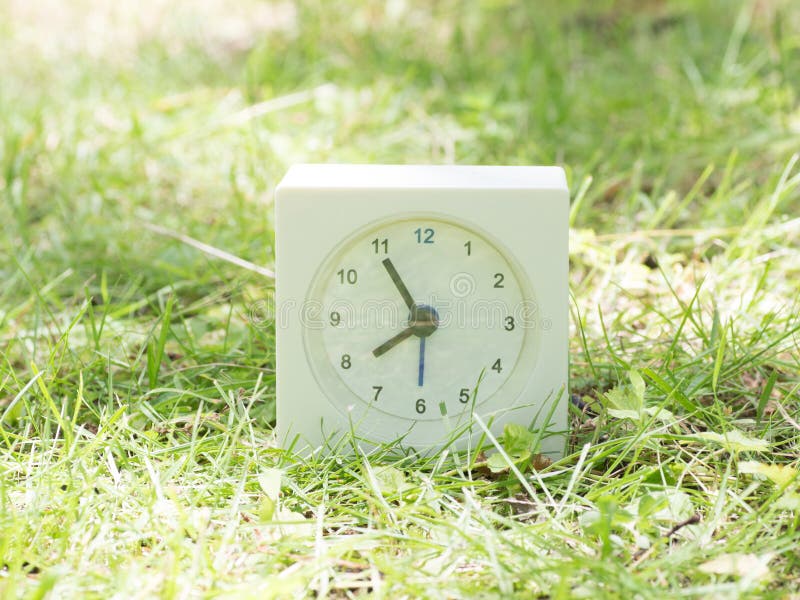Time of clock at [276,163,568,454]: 7:54
